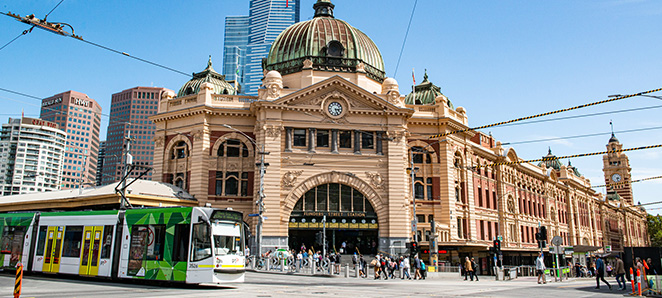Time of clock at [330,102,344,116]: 3:26
